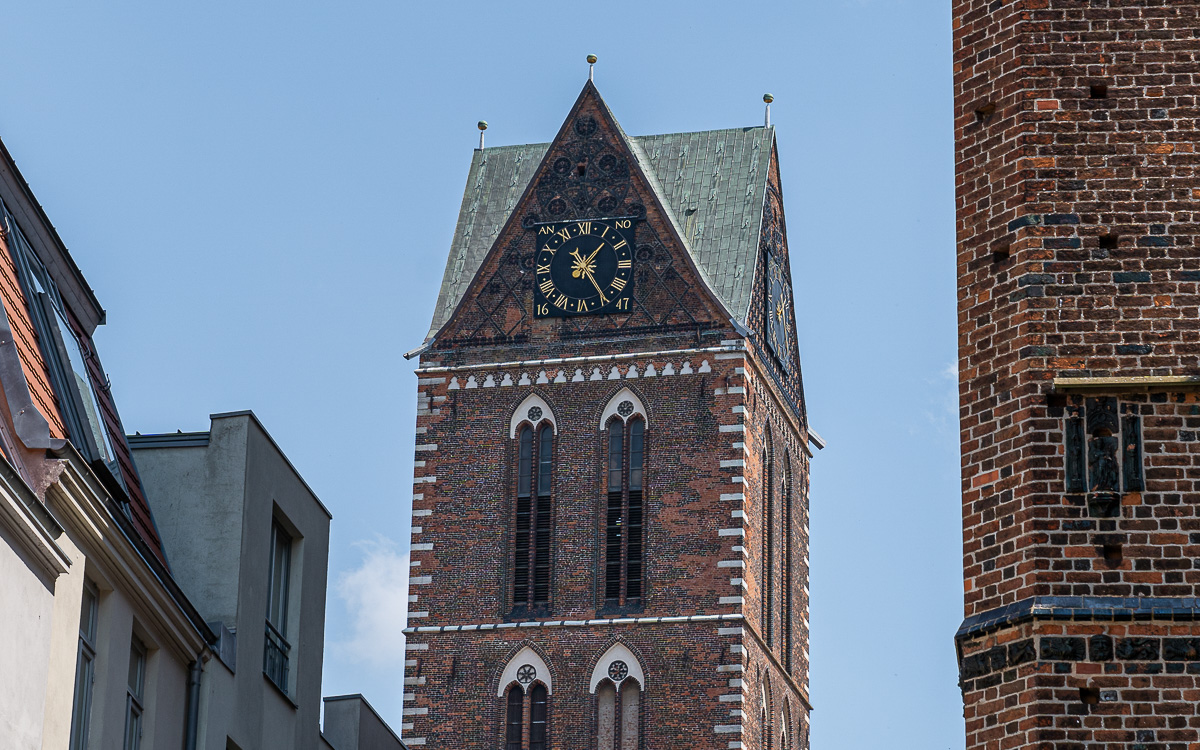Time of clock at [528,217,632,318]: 1:24
